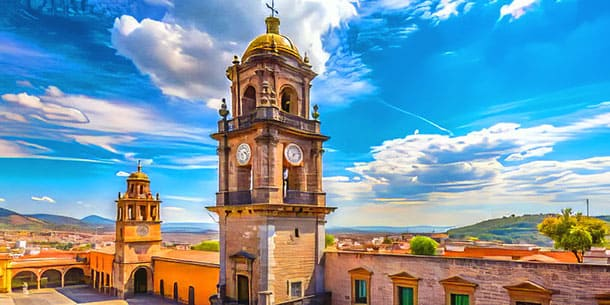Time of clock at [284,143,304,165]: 7:12
